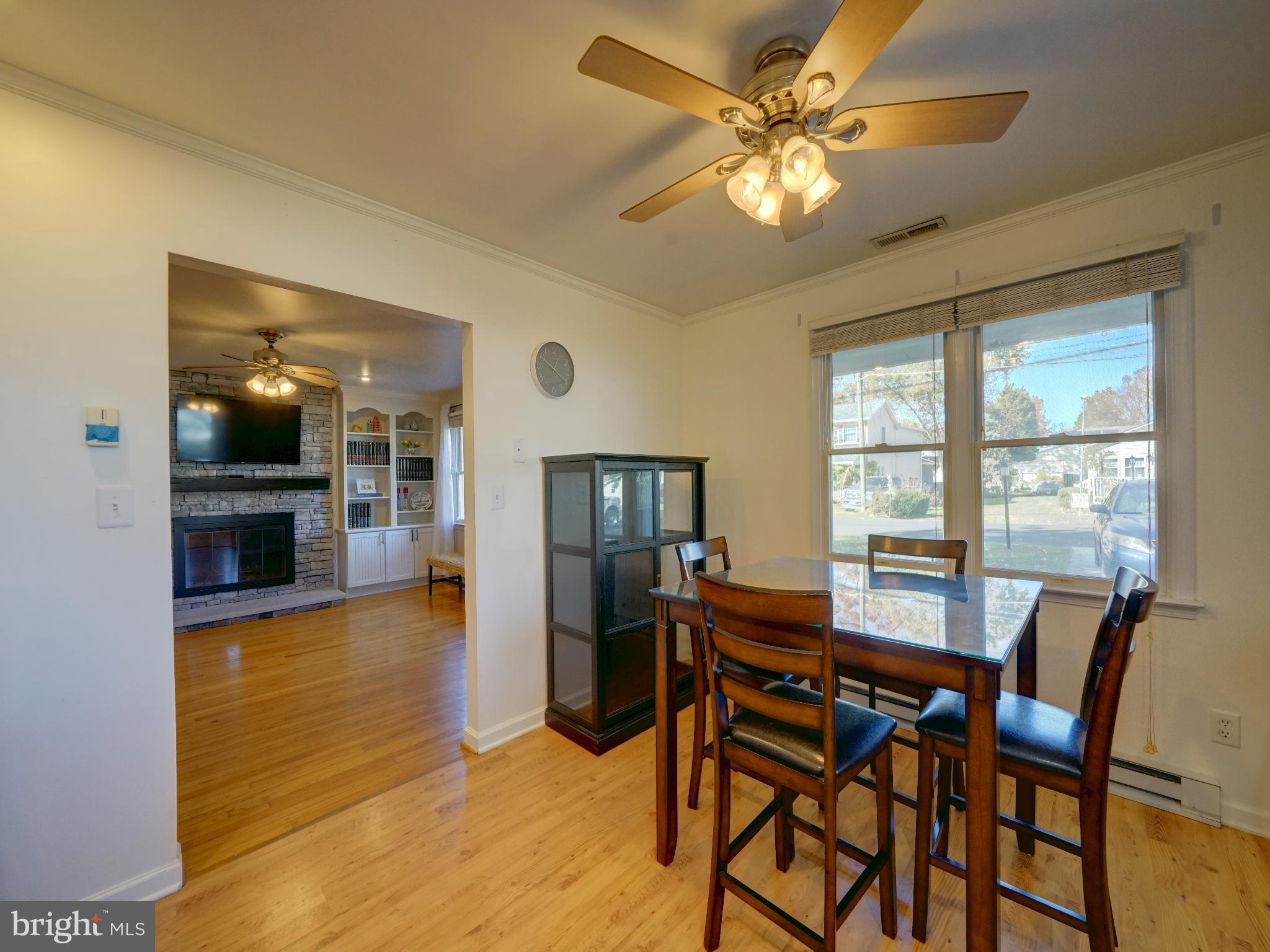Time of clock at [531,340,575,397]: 12:50
